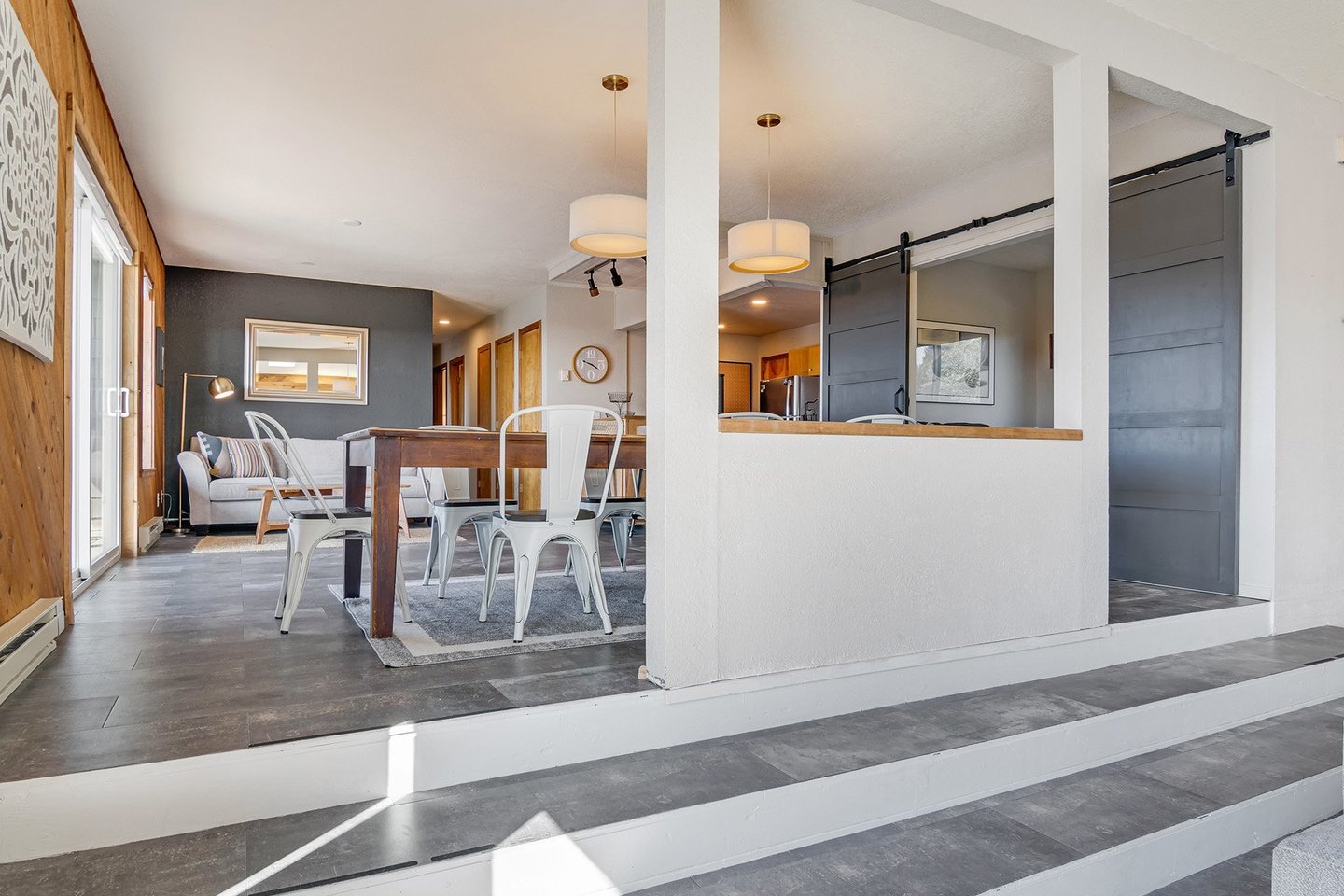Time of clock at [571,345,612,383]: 3:47
